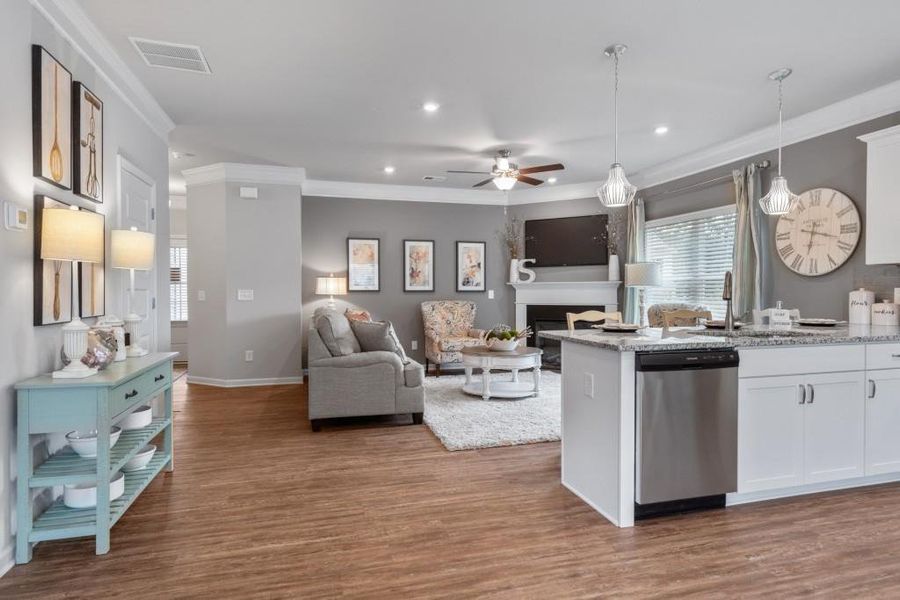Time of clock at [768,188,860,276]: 6:17
